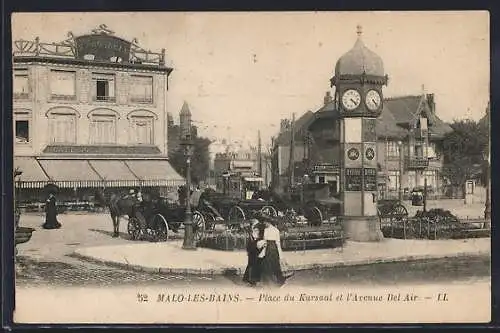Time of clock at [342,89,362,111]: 4:22
